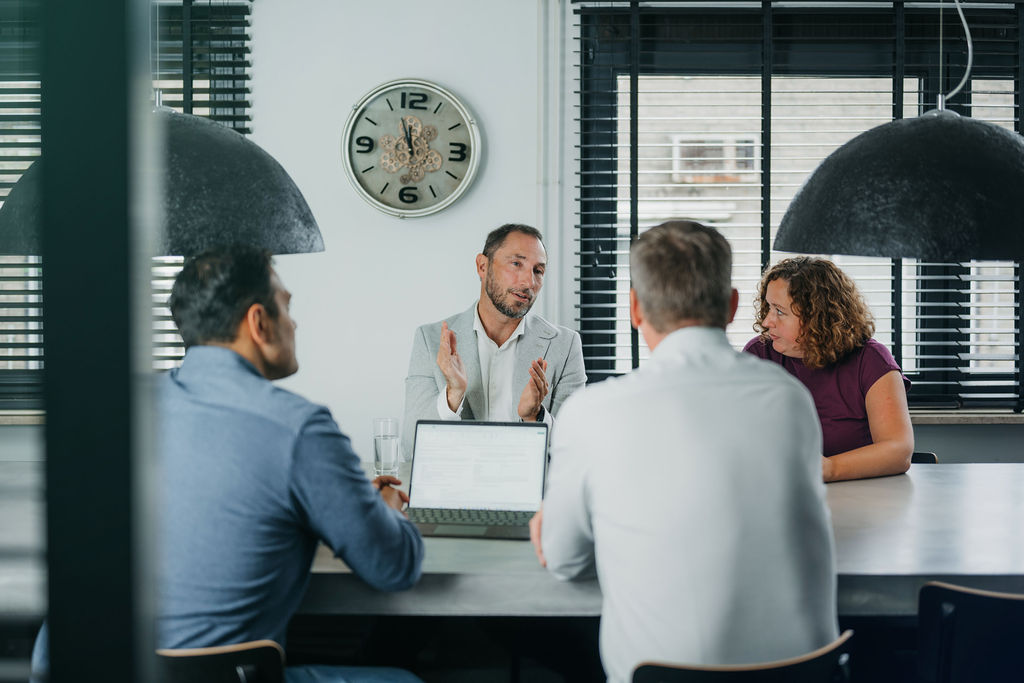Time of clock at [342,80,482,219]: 11:56
